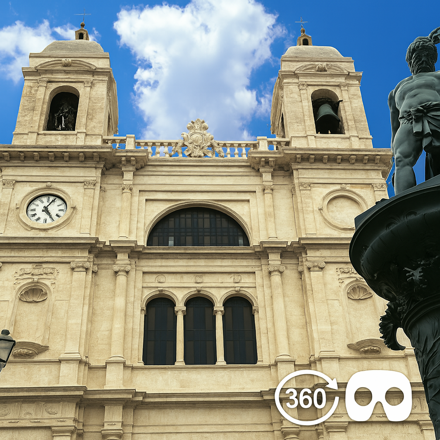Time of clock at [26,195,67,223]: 5:04
